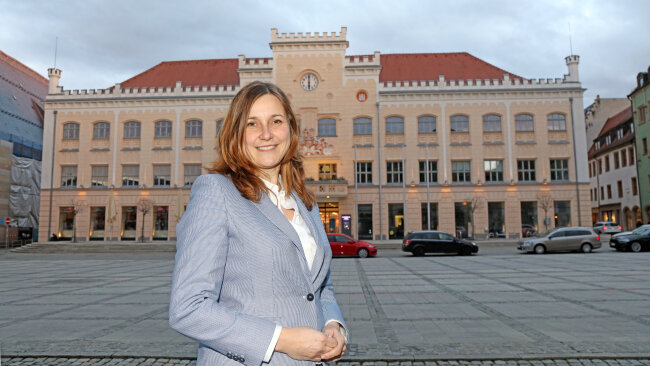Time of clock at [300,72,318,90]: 5:59
